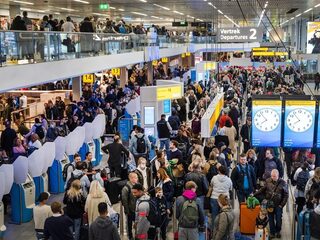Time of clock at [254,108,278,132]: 7:53
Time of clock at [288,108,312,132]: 7:53
